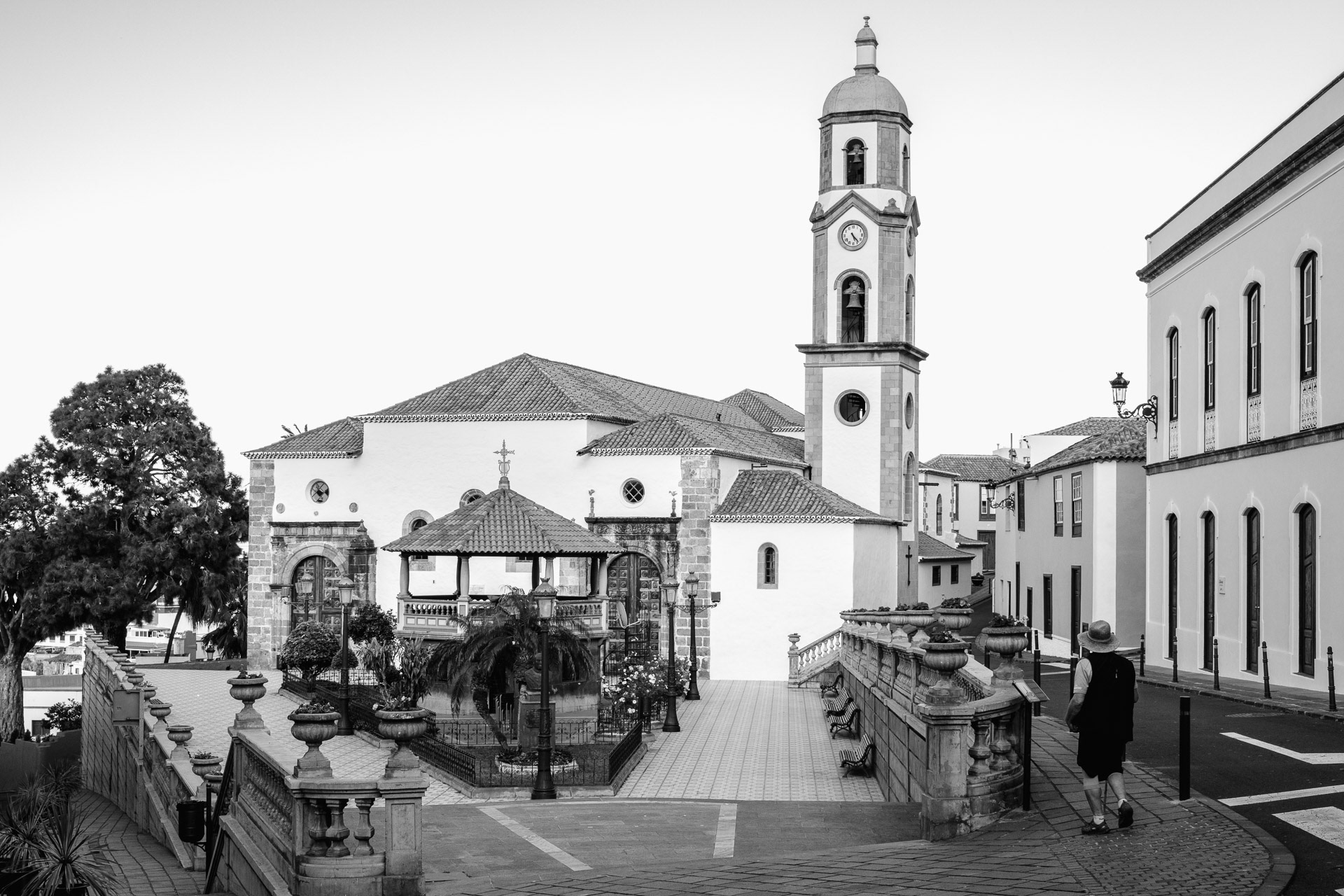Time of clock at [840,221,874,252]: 5:23
